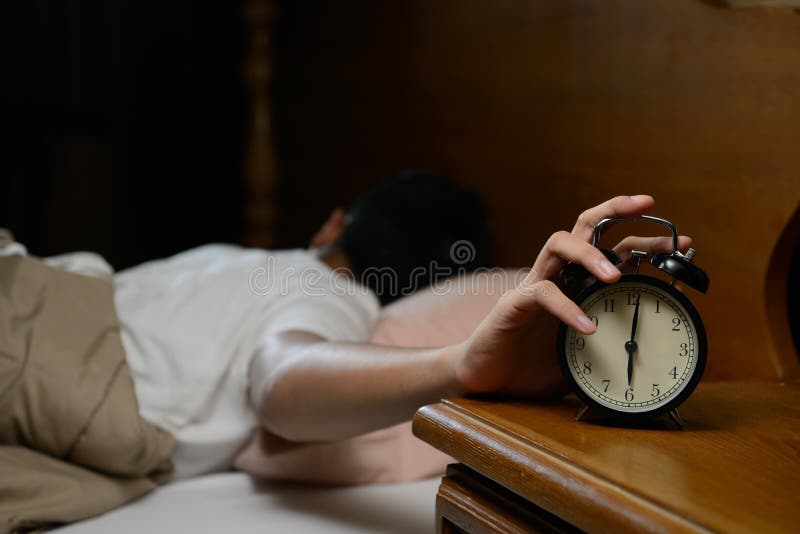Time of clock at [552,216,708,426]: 6:00
